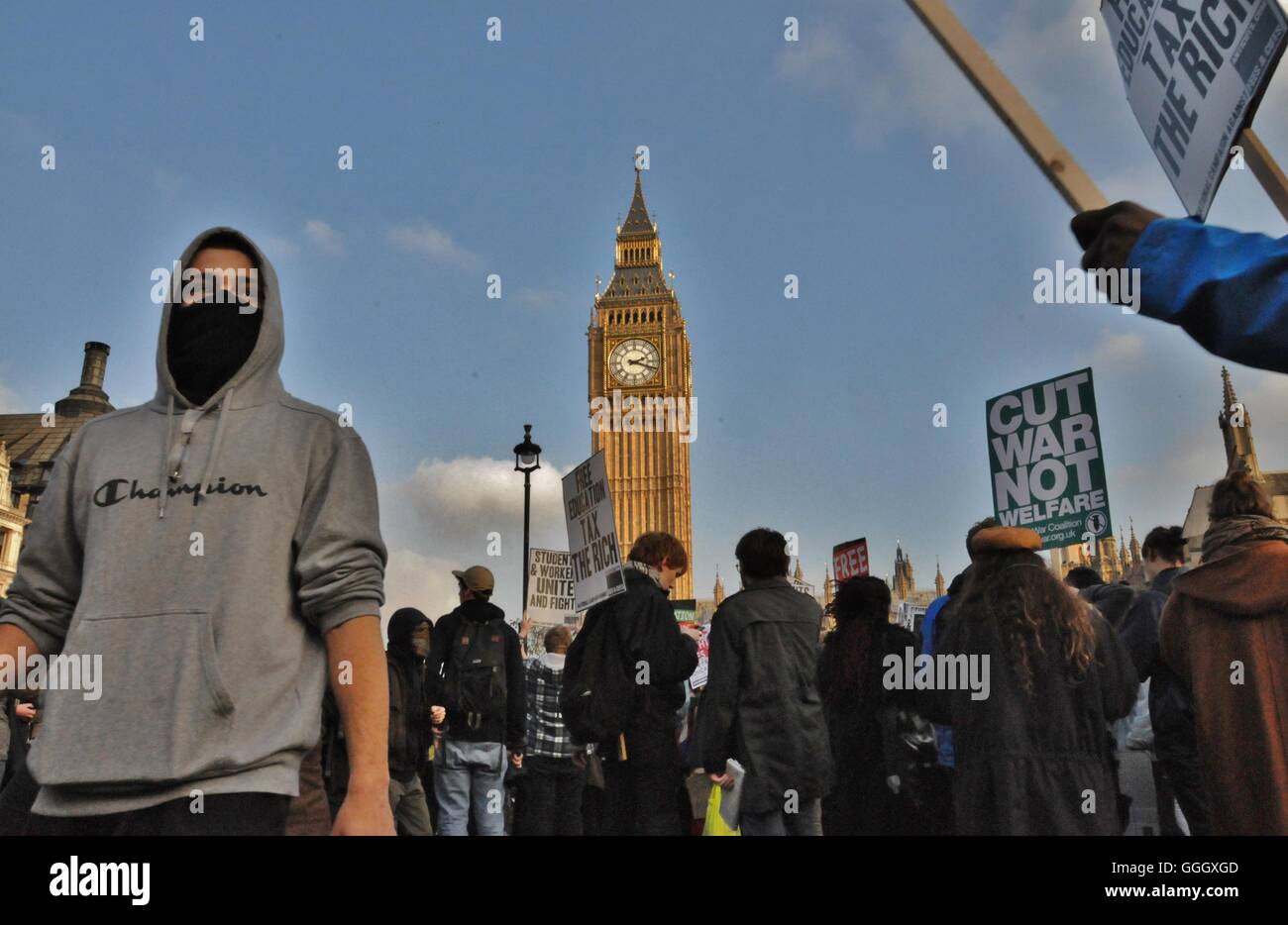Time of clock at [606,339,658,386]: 2:18
